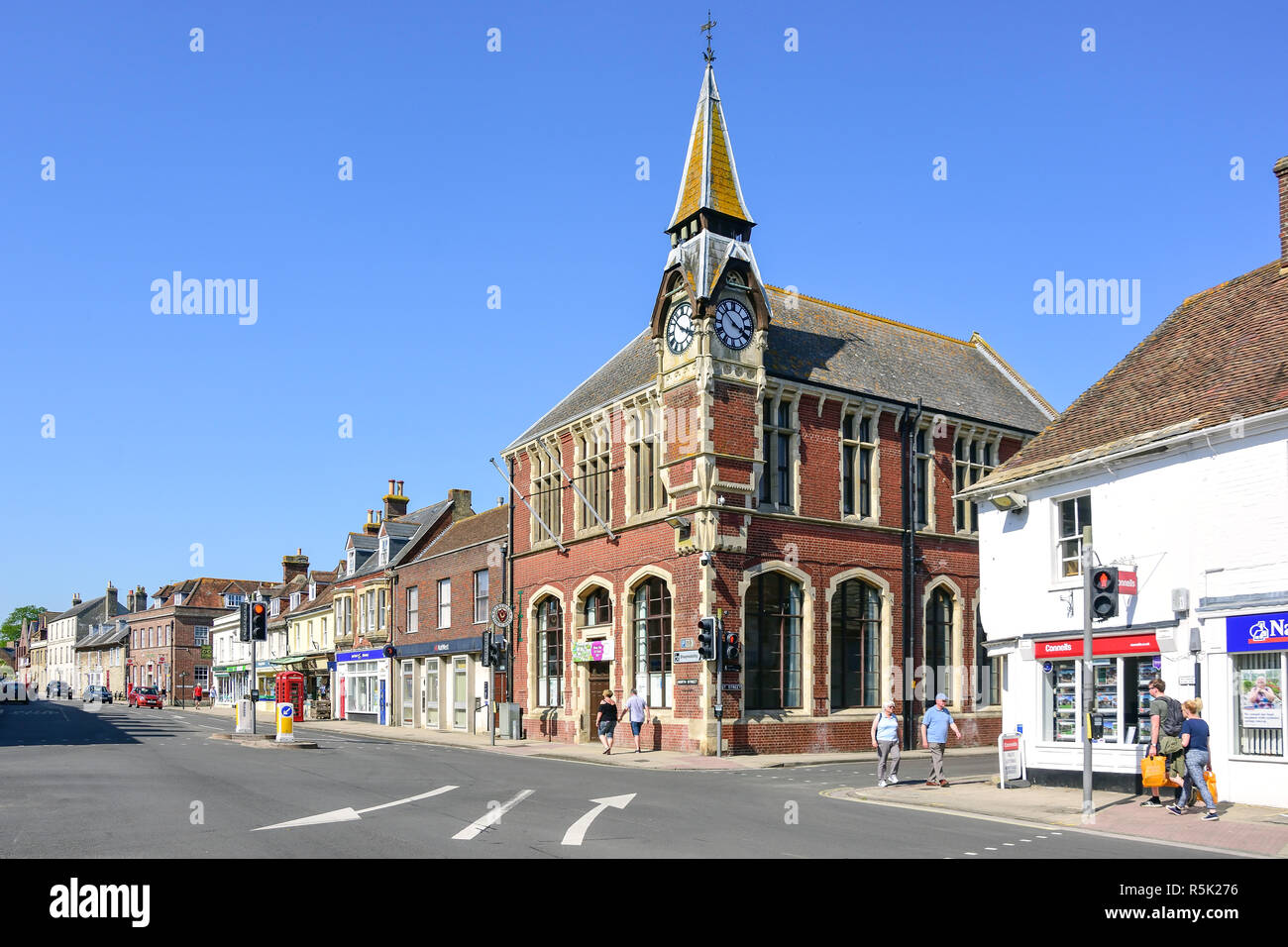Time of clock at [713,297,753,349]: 3:52
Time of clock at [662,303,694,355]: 3:52
